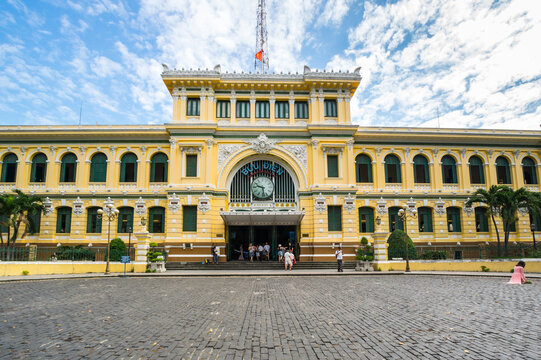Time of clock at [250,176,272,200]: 9:28
